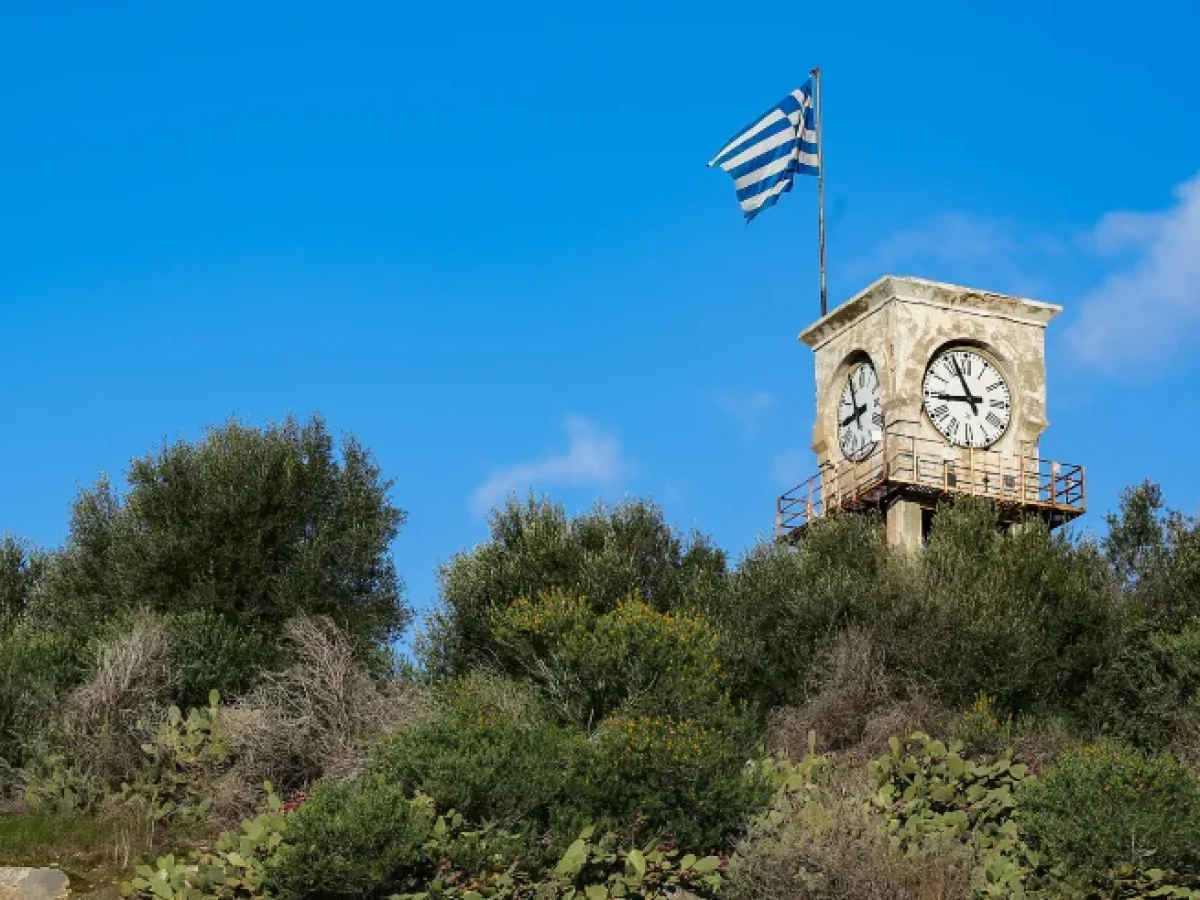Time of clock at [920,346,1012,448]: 8:56
